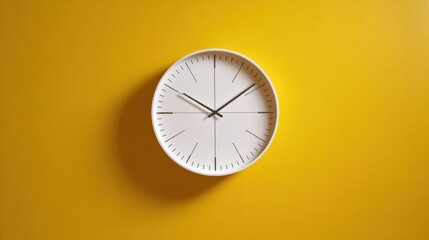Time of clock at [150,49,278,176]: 10:08
